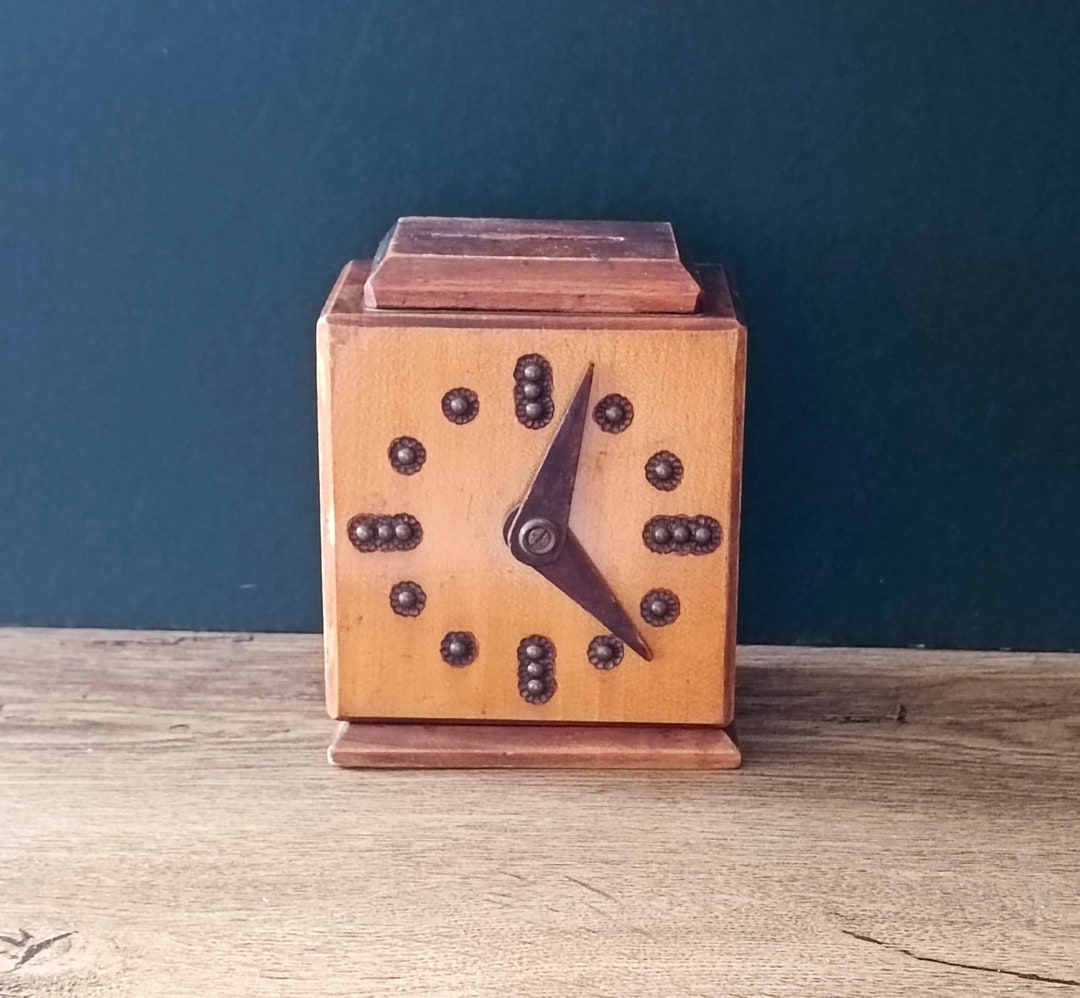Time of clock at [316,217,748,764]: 12:22
